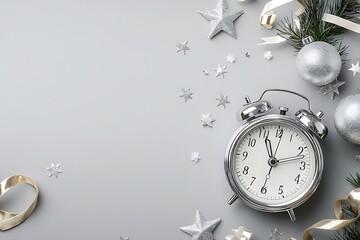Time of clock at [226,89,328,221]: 11:12
